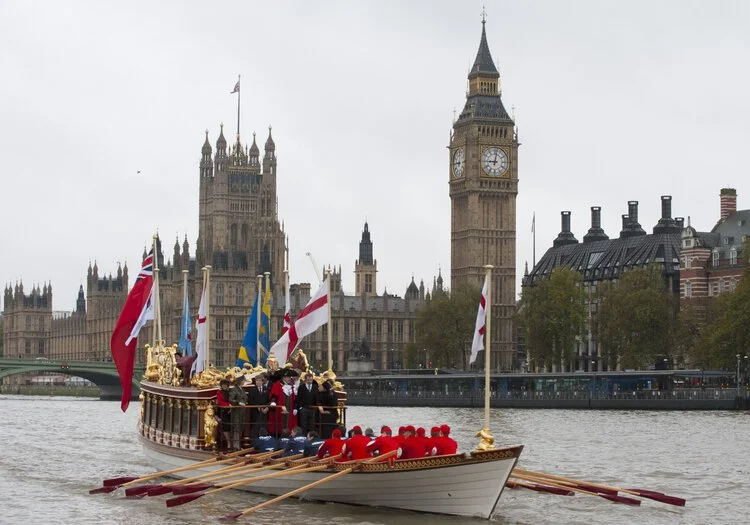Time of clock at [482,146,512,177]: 9:01
